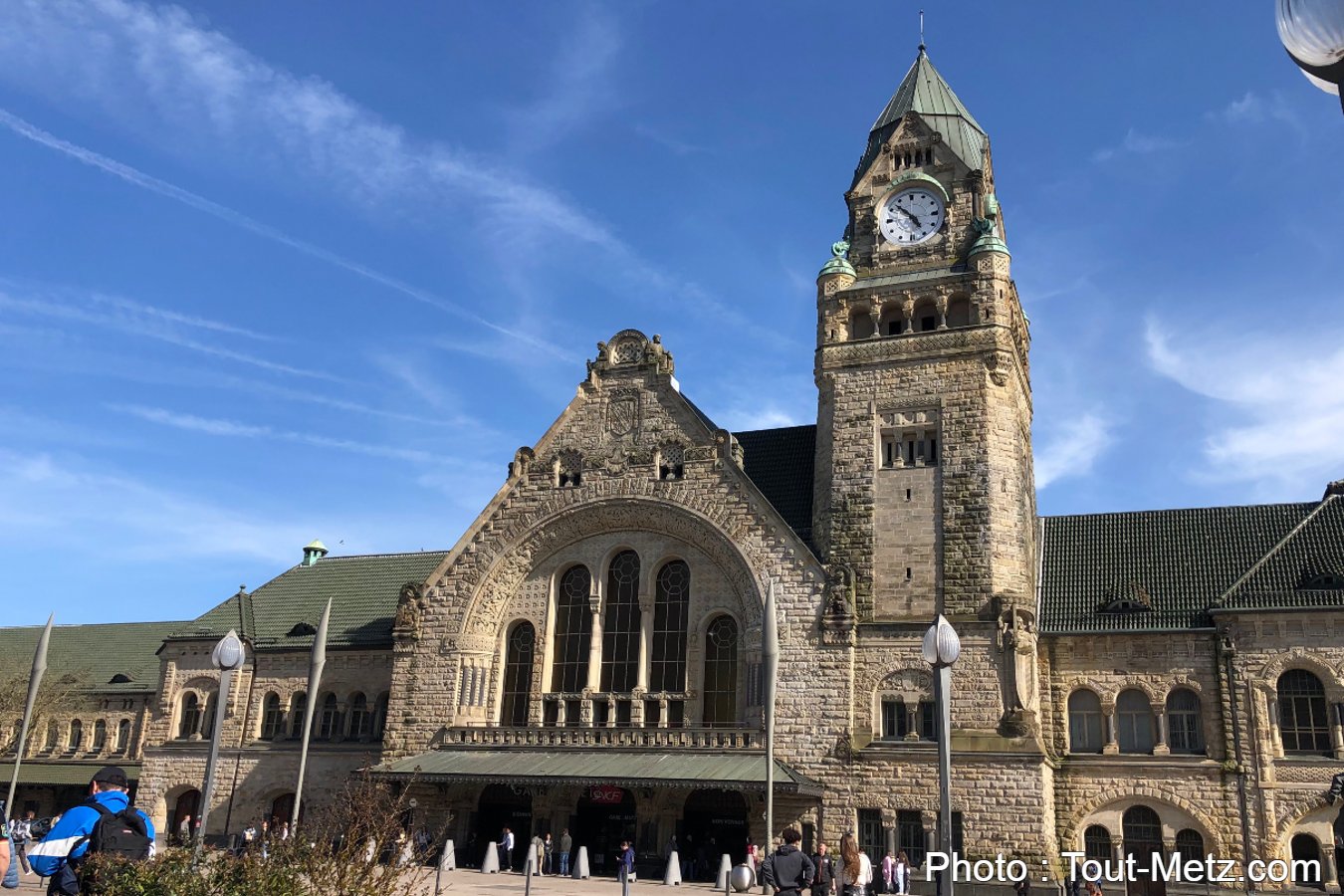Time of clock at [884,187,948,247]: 4:52
